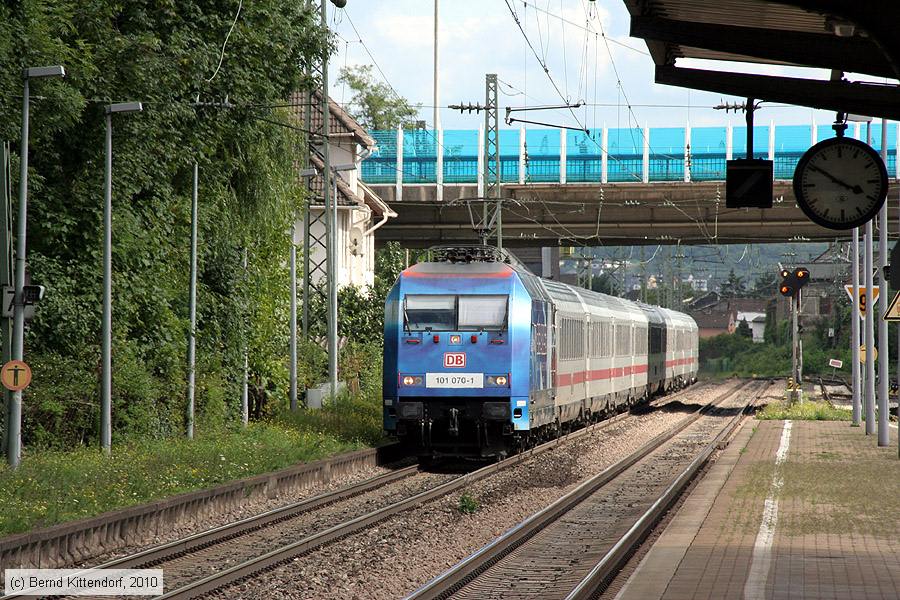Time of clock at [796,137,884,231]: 3:50
